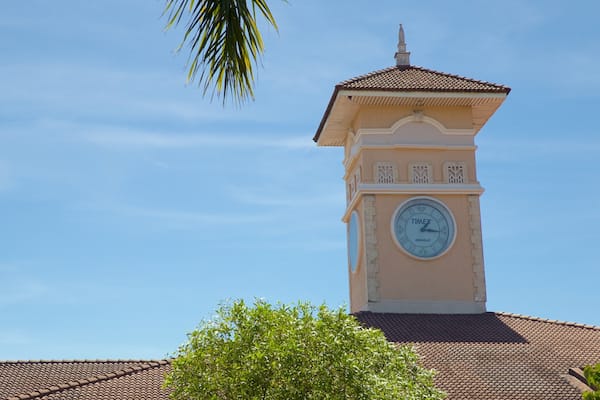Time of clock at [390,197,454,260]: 1:16
